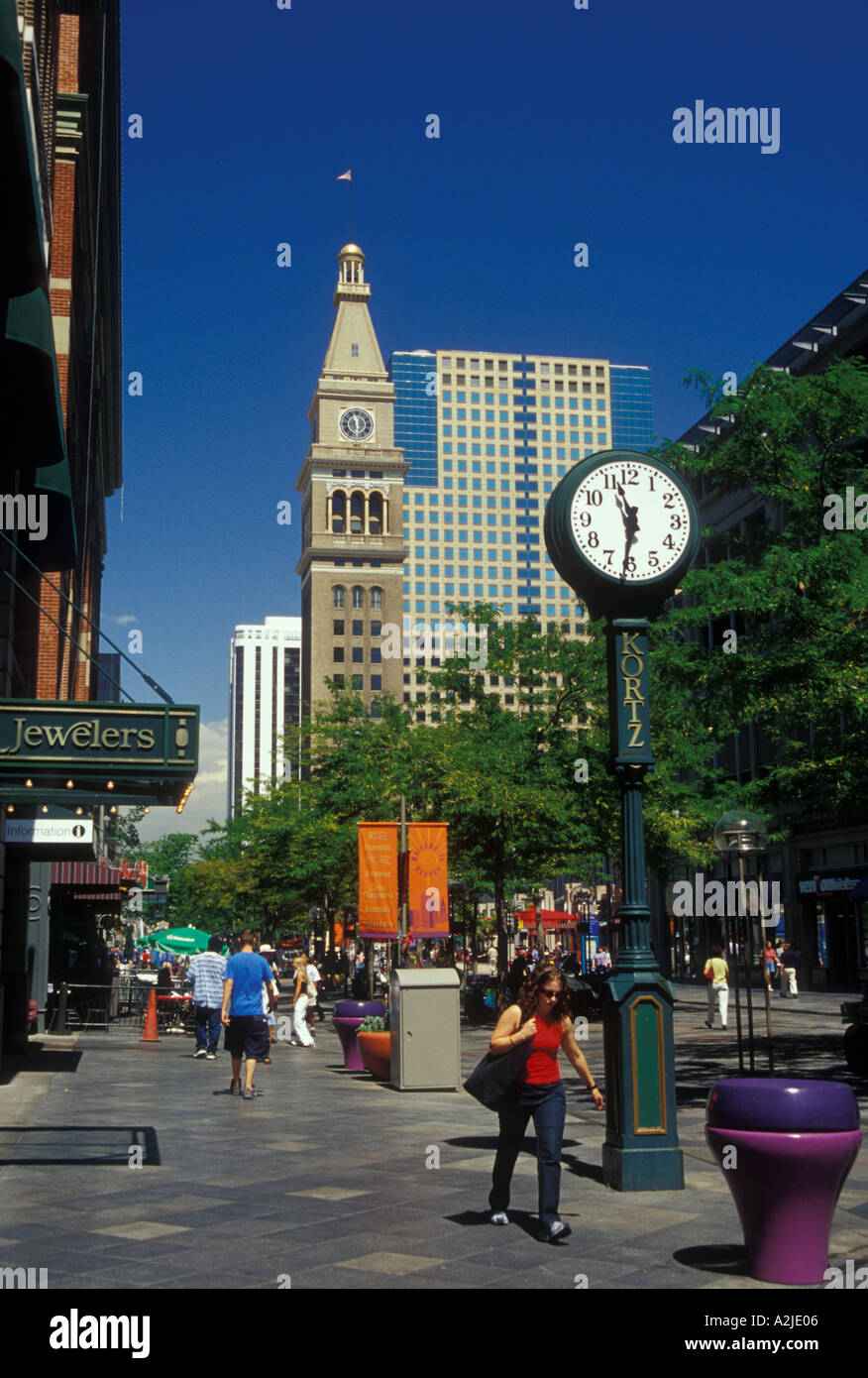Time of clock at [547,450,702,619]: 11:31
